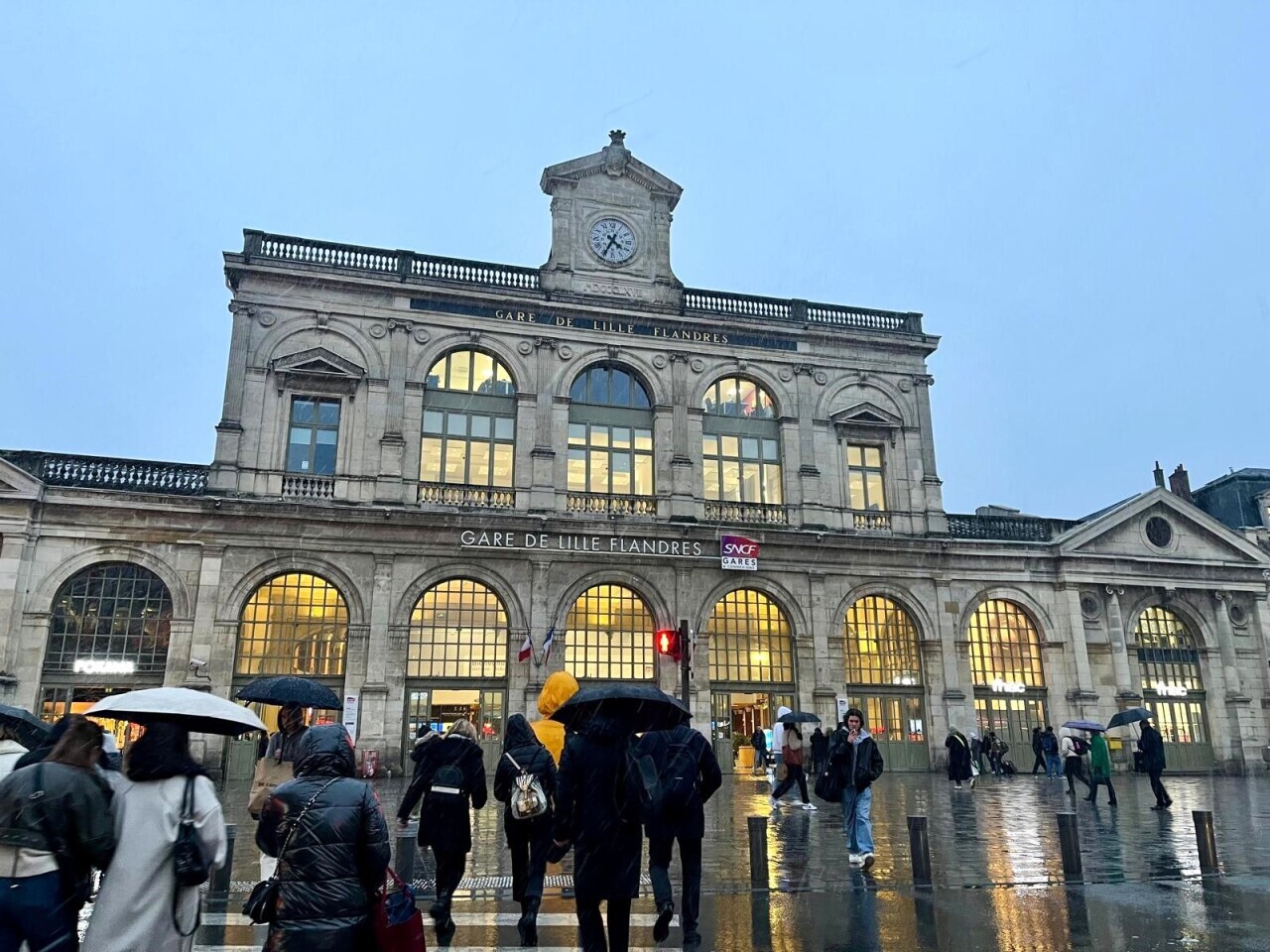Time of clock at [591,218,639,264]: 4:34
